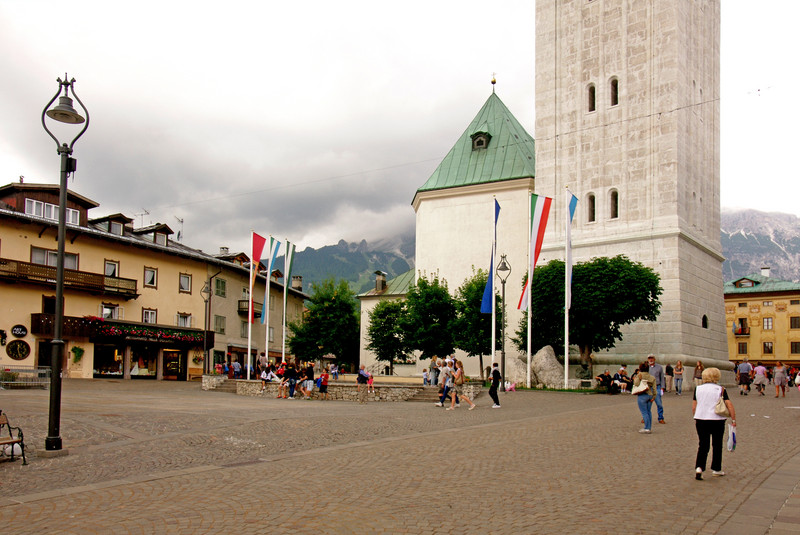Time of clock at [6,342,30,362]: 12:28
